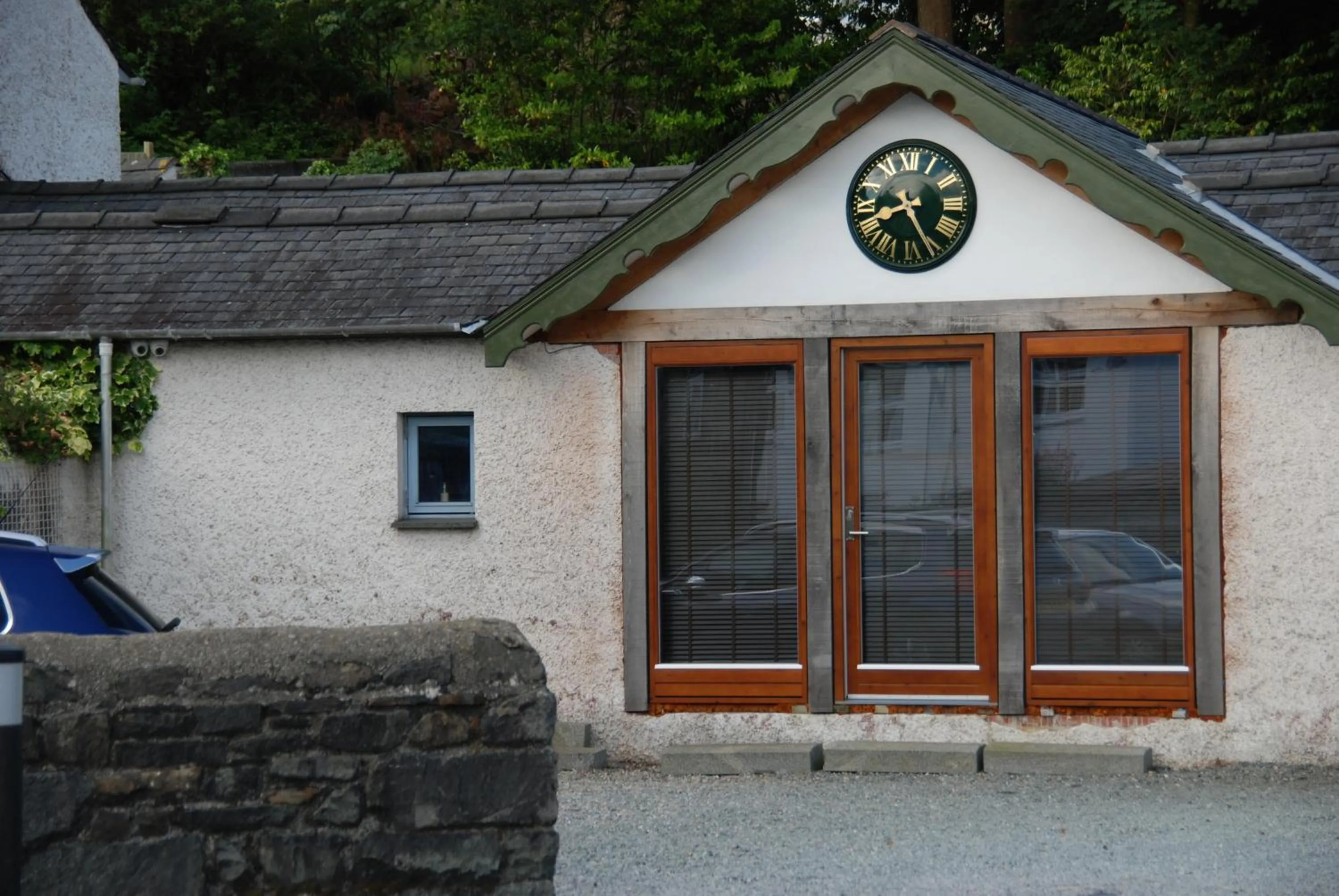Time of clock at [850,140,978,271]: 8:25
